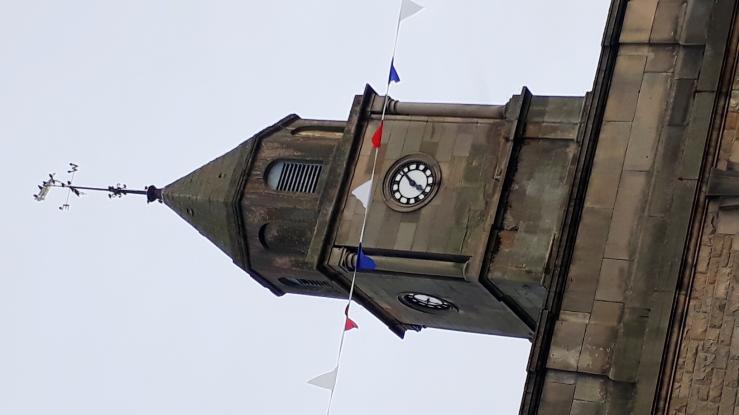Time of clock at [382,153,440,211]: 10:20
